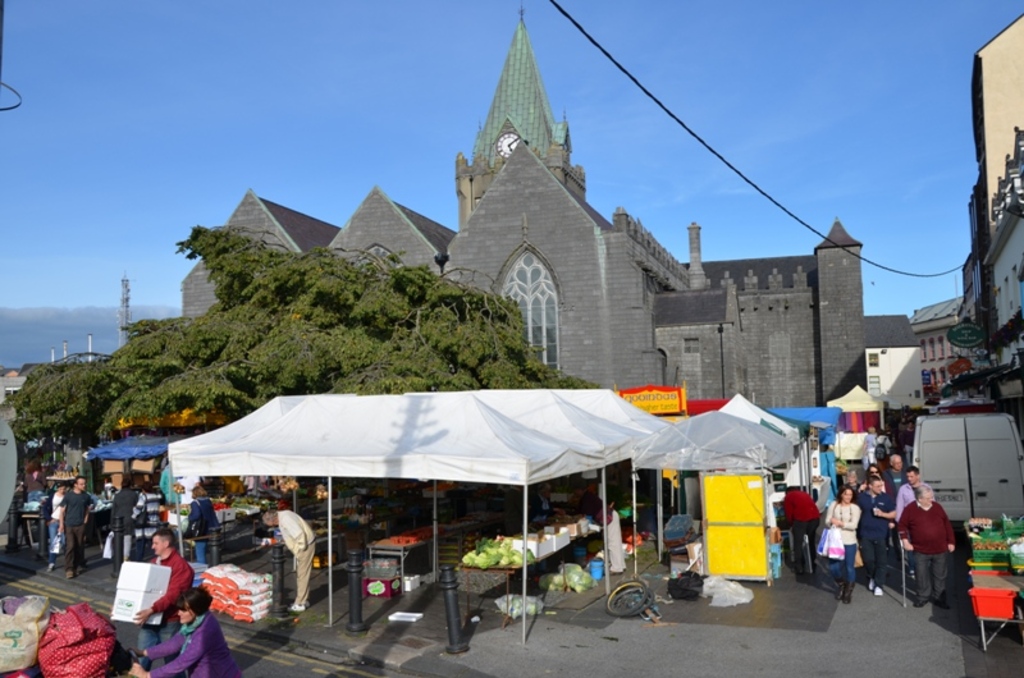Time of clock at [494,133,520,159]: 5:08
